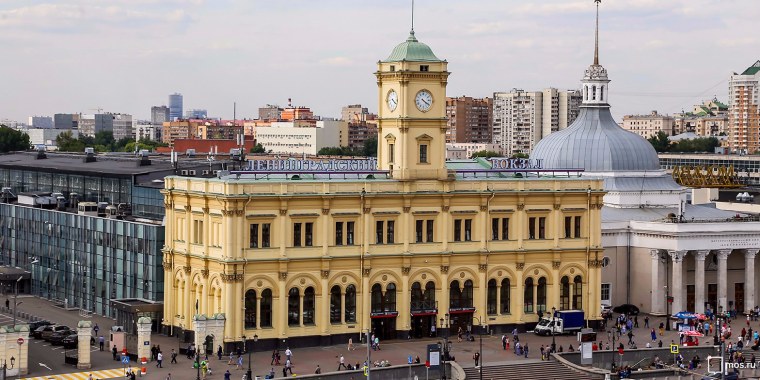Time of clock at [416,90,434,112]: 4:20
